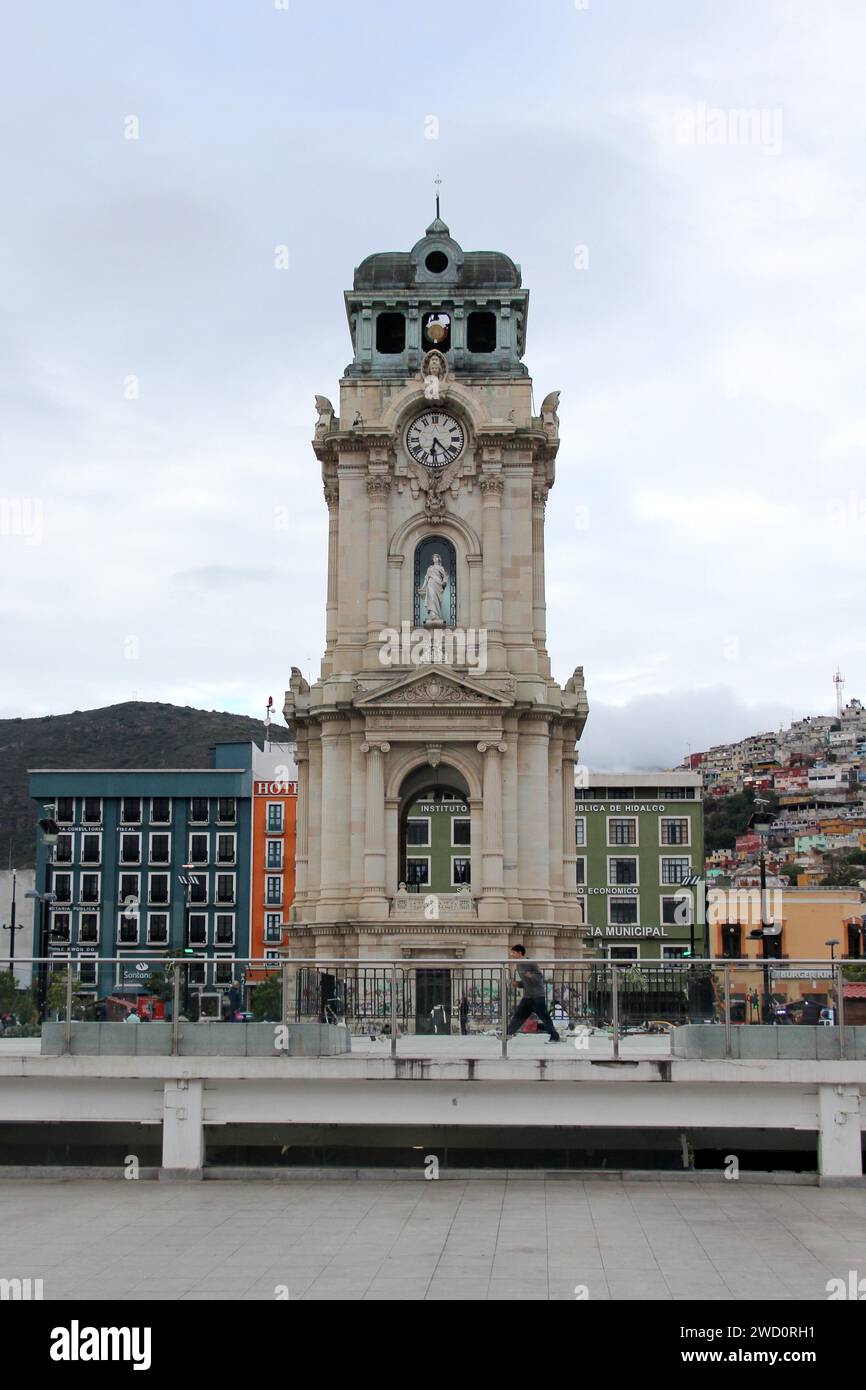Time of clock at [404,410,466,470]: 6:22
